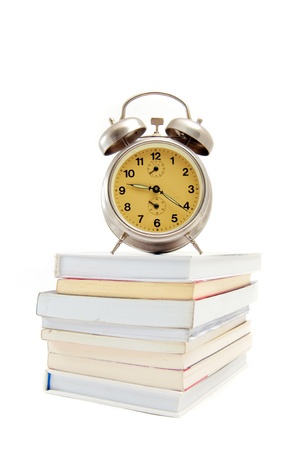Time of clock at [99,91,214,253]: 9:20
